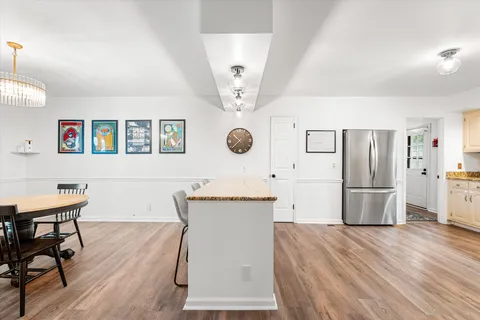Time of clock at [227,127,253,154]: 10:37
